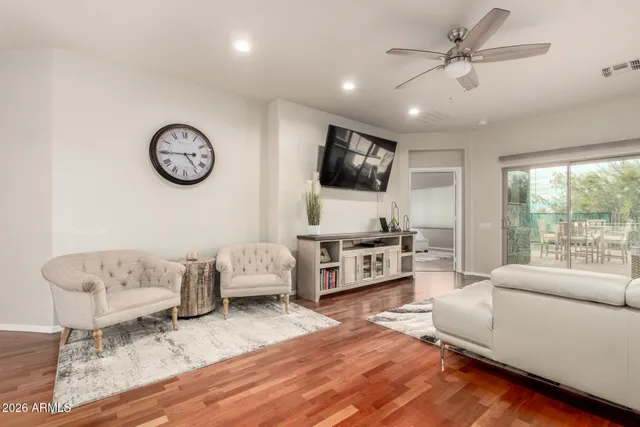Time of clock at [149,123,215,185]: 4:44
